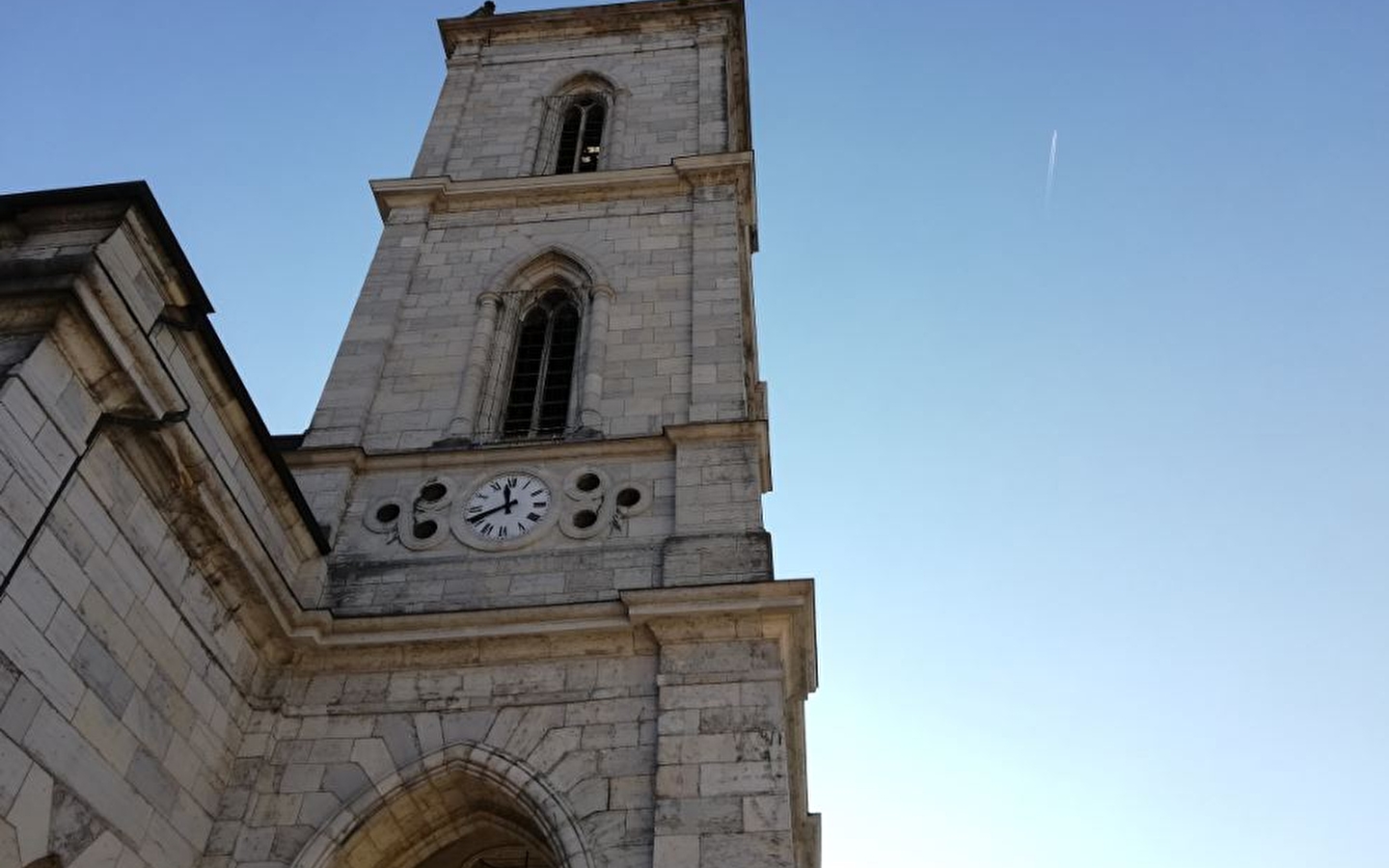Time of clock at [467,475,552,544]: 11:40
